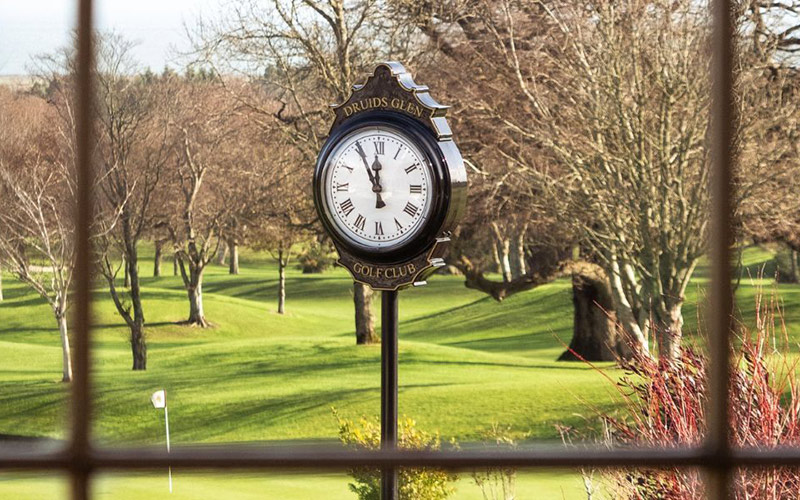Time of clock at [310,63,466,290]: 11:55
